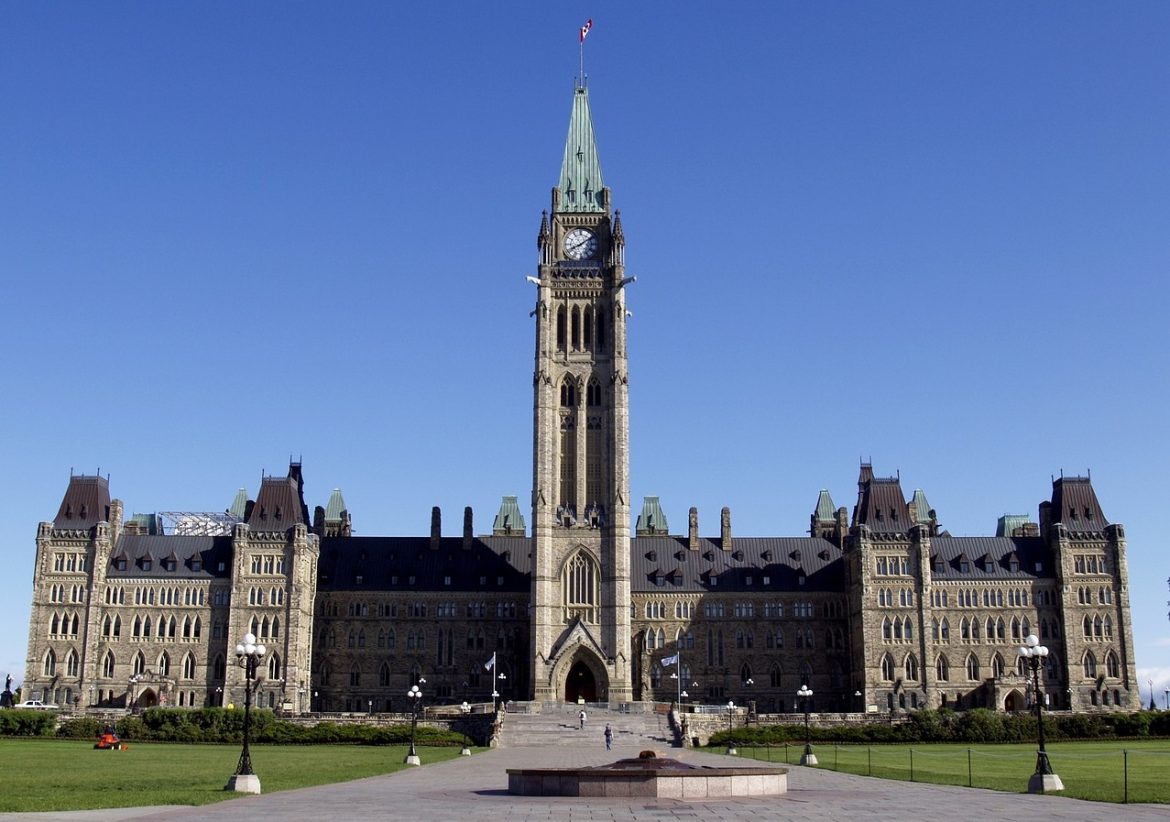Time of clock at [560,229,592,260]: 8:09
